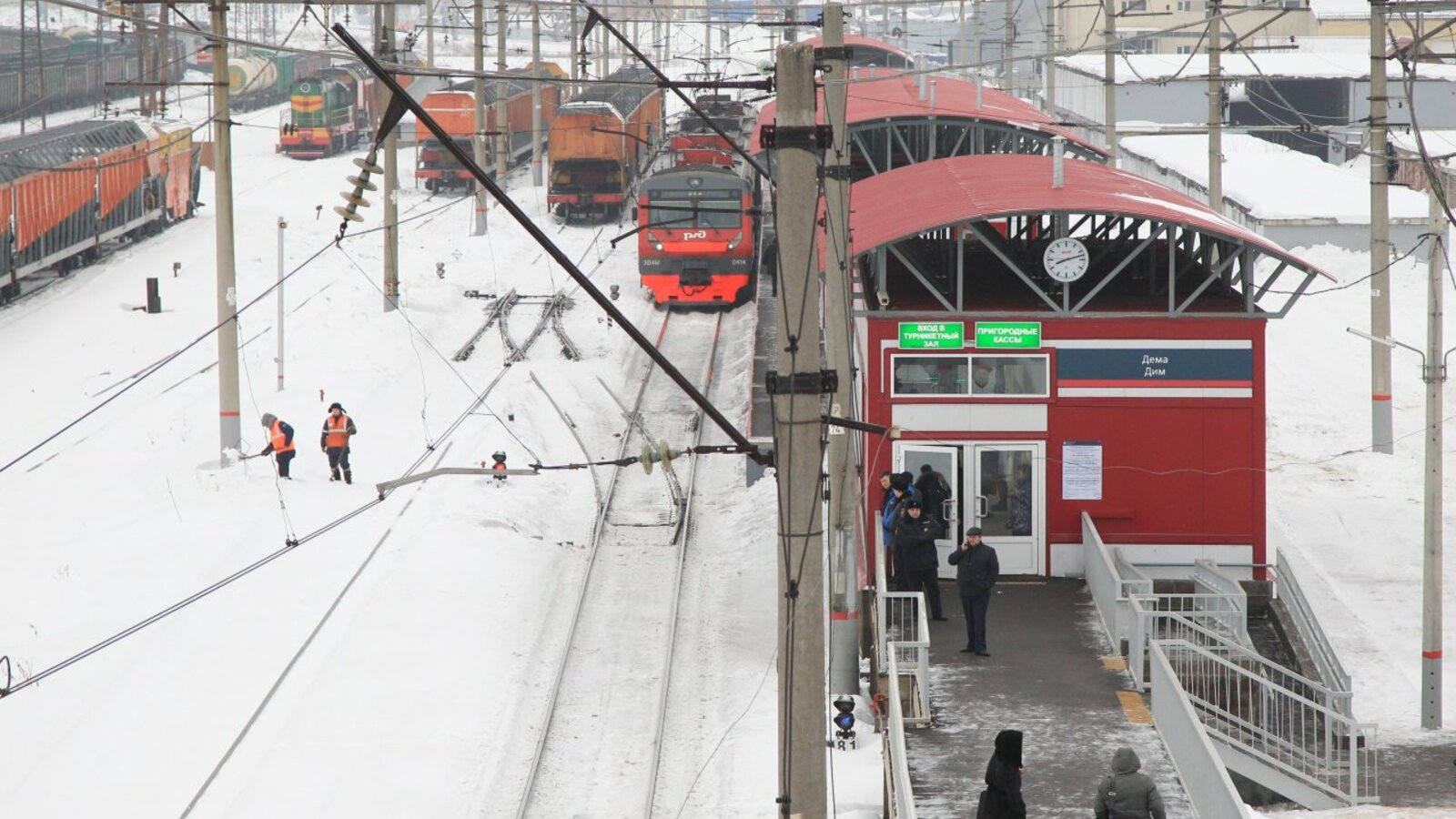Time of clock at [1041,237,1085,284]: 8:12
